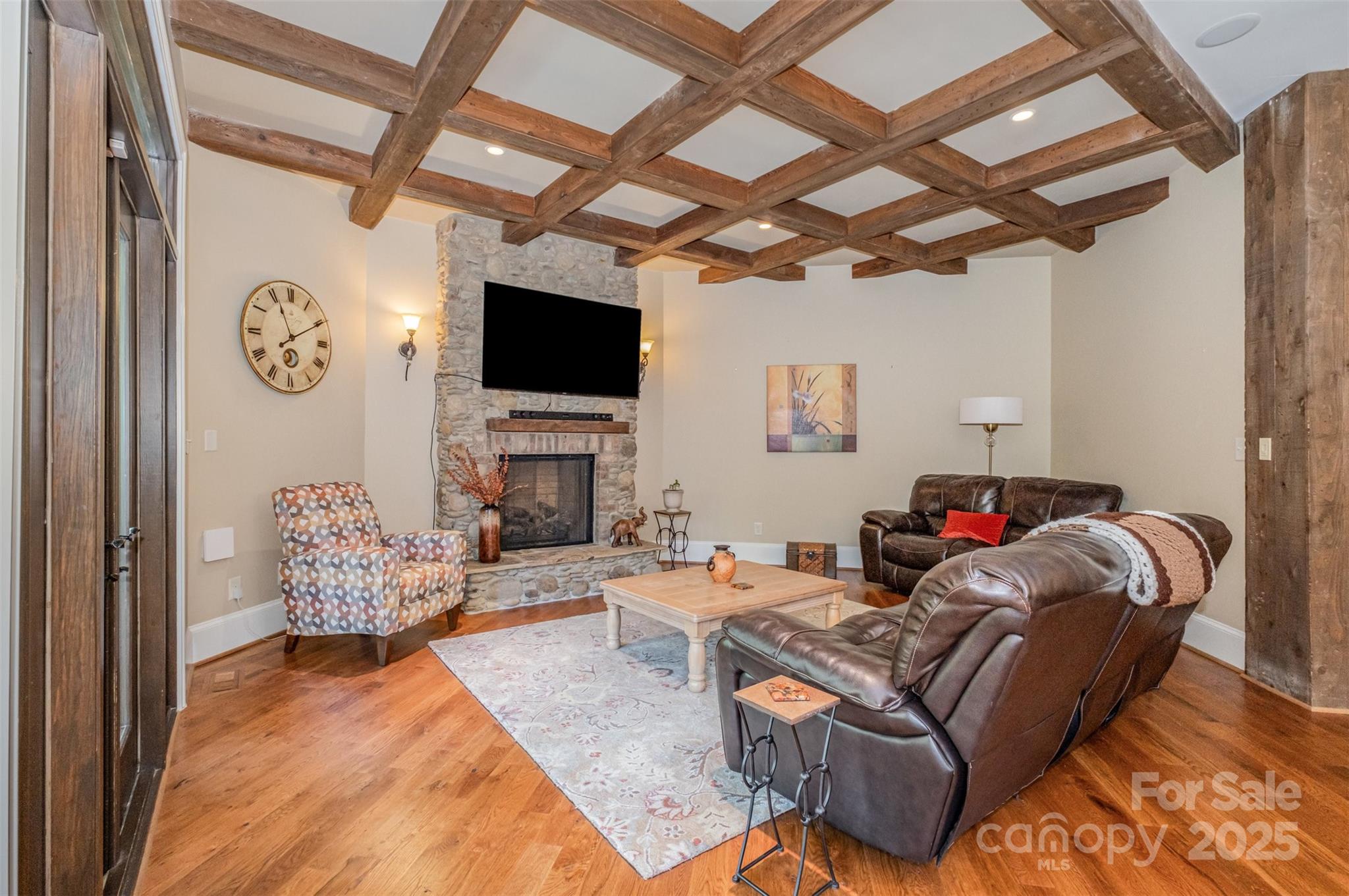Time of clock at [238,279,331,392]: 11:10
